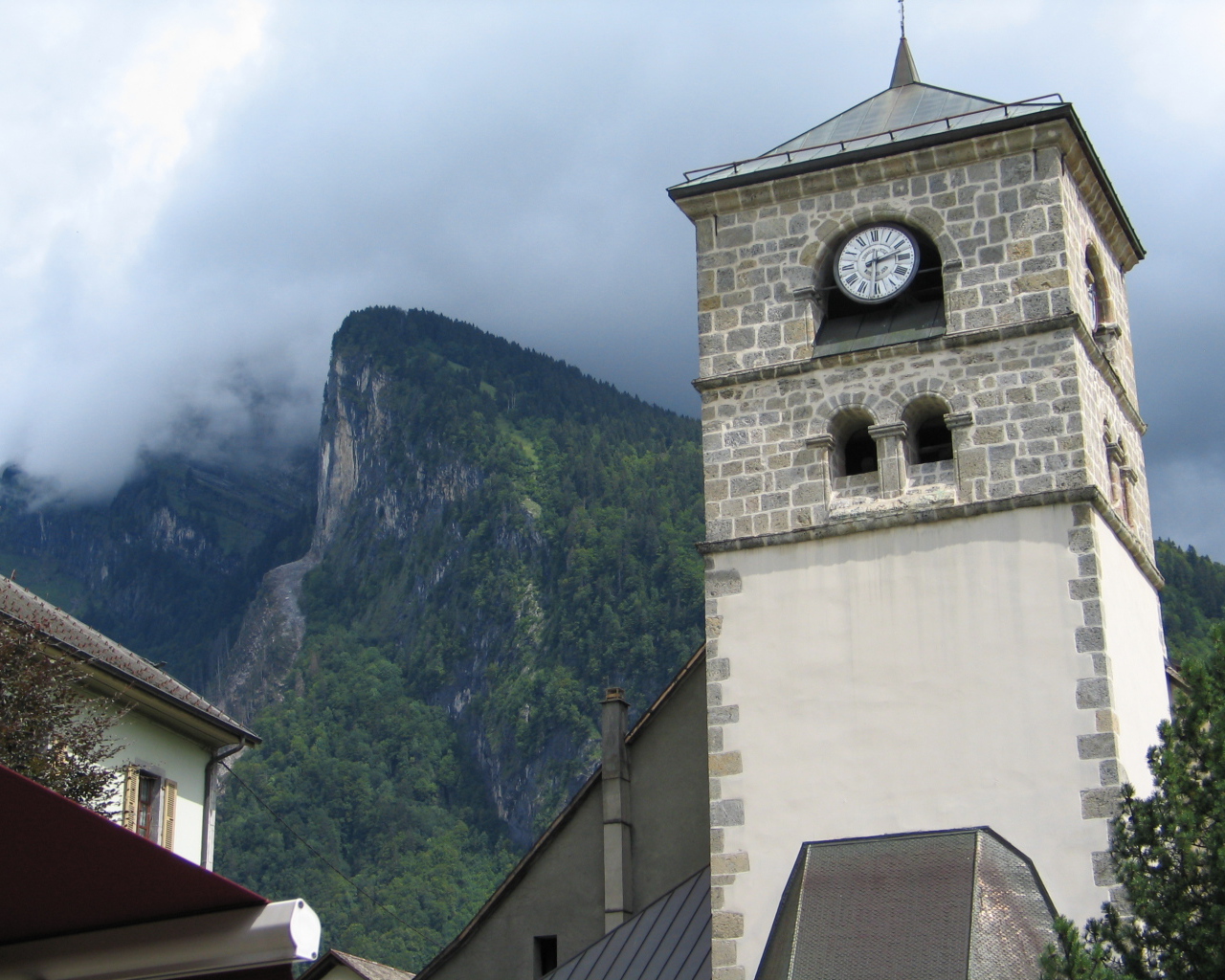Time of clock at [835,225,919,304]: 2:30
